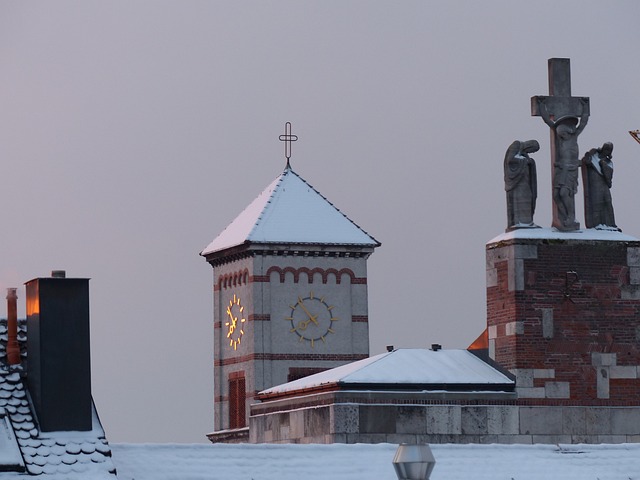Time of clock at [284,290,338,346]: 7:53
